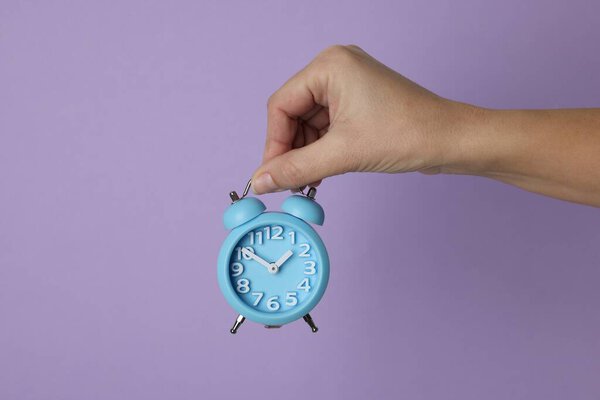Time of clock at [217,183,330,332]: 1:50
